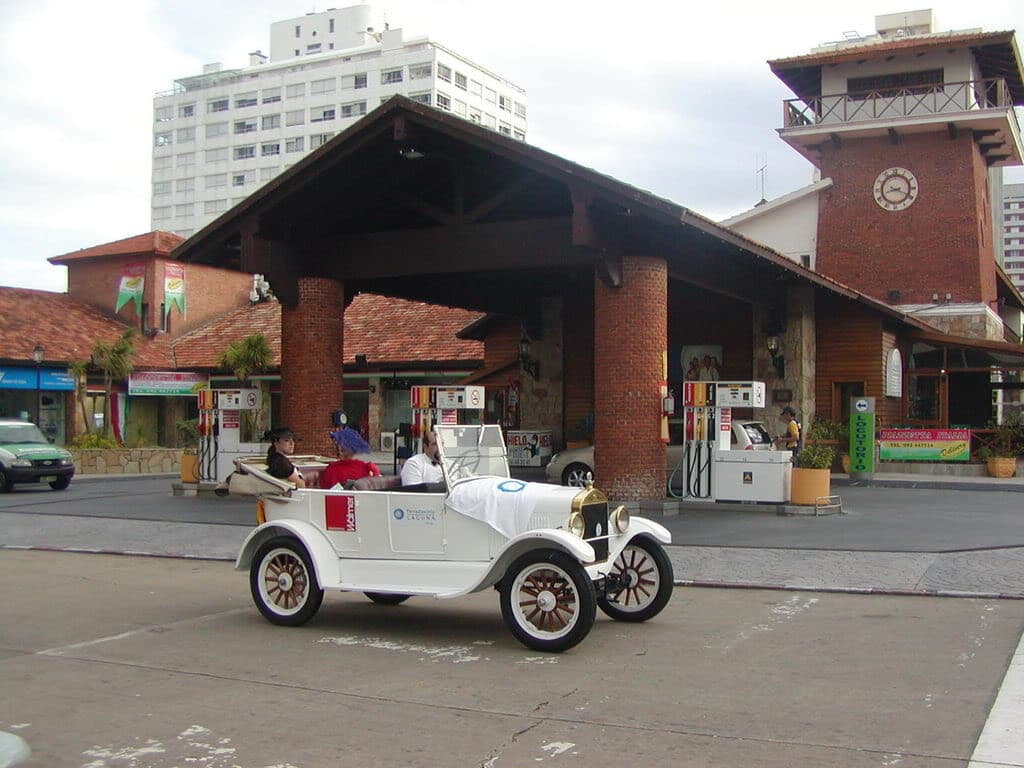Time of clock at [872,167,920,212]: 8:19
